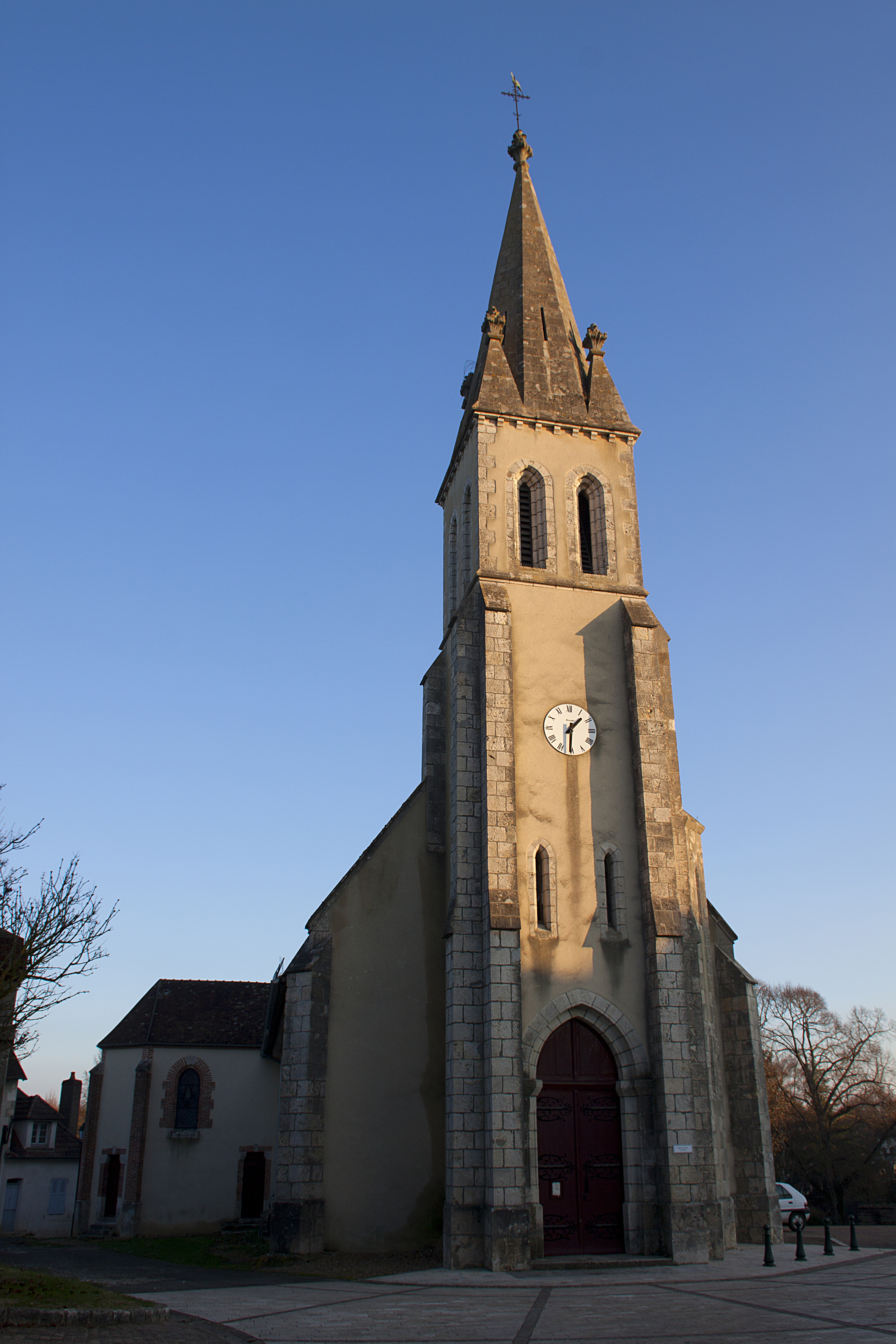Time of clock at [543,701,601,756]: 1:30
